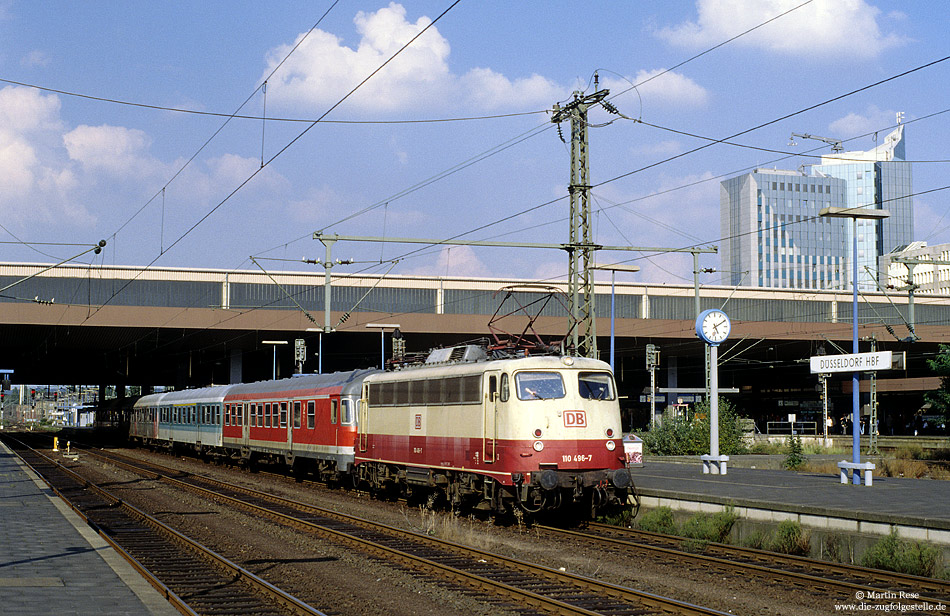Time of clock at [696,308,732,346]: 5:10
